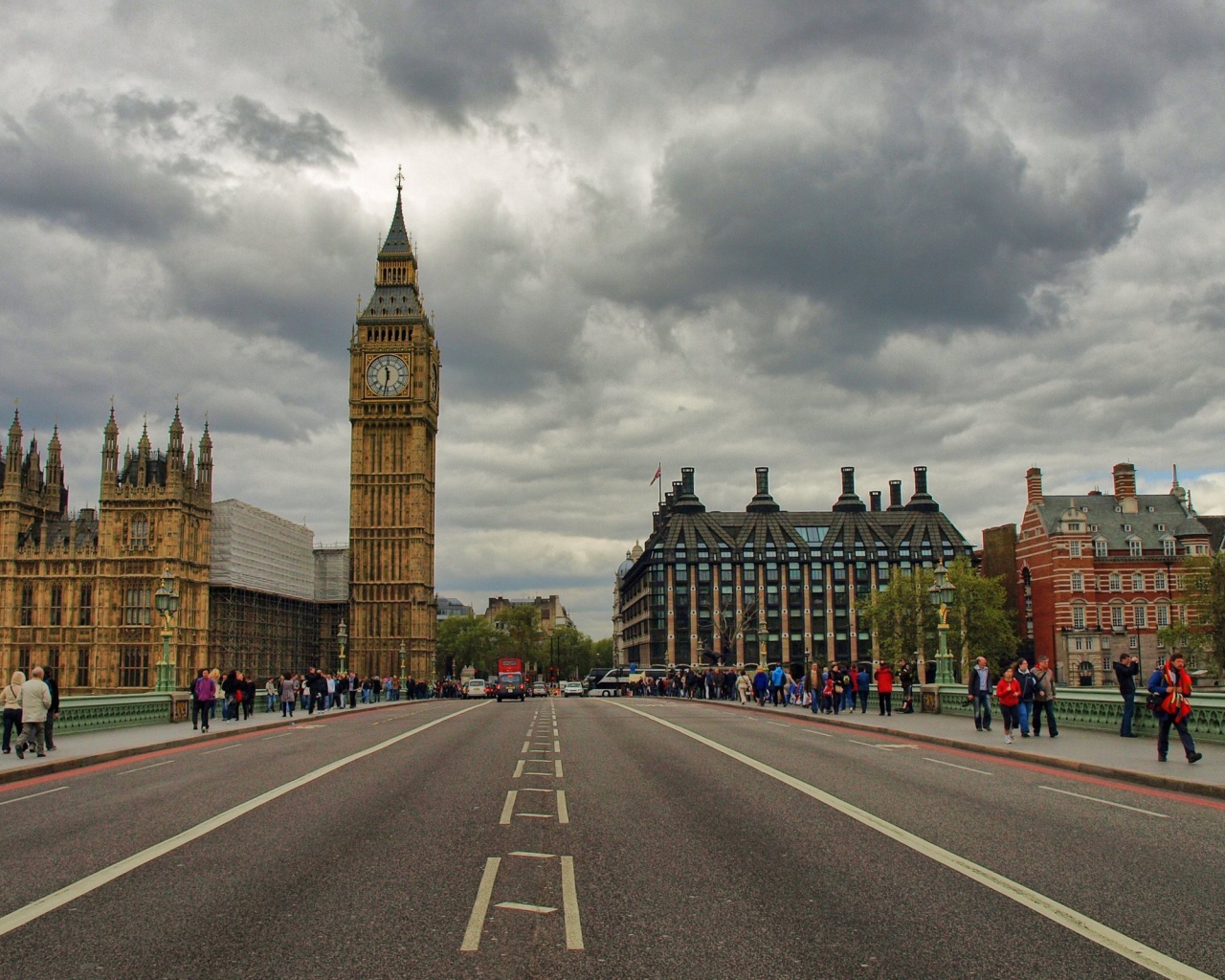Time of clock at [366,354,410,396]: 11:31
